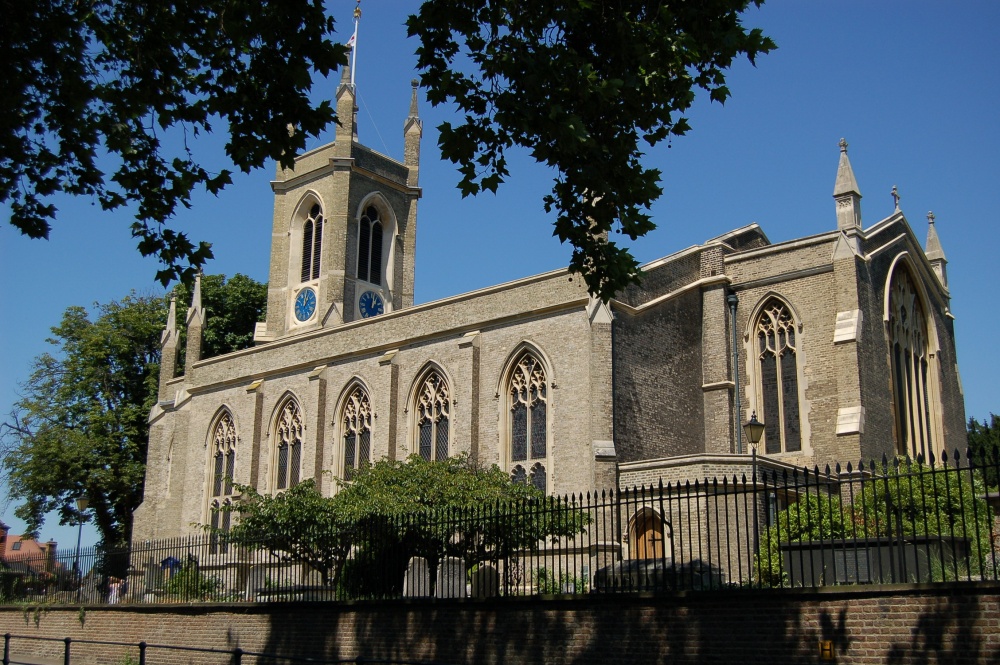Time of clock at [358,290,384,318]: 1:02
